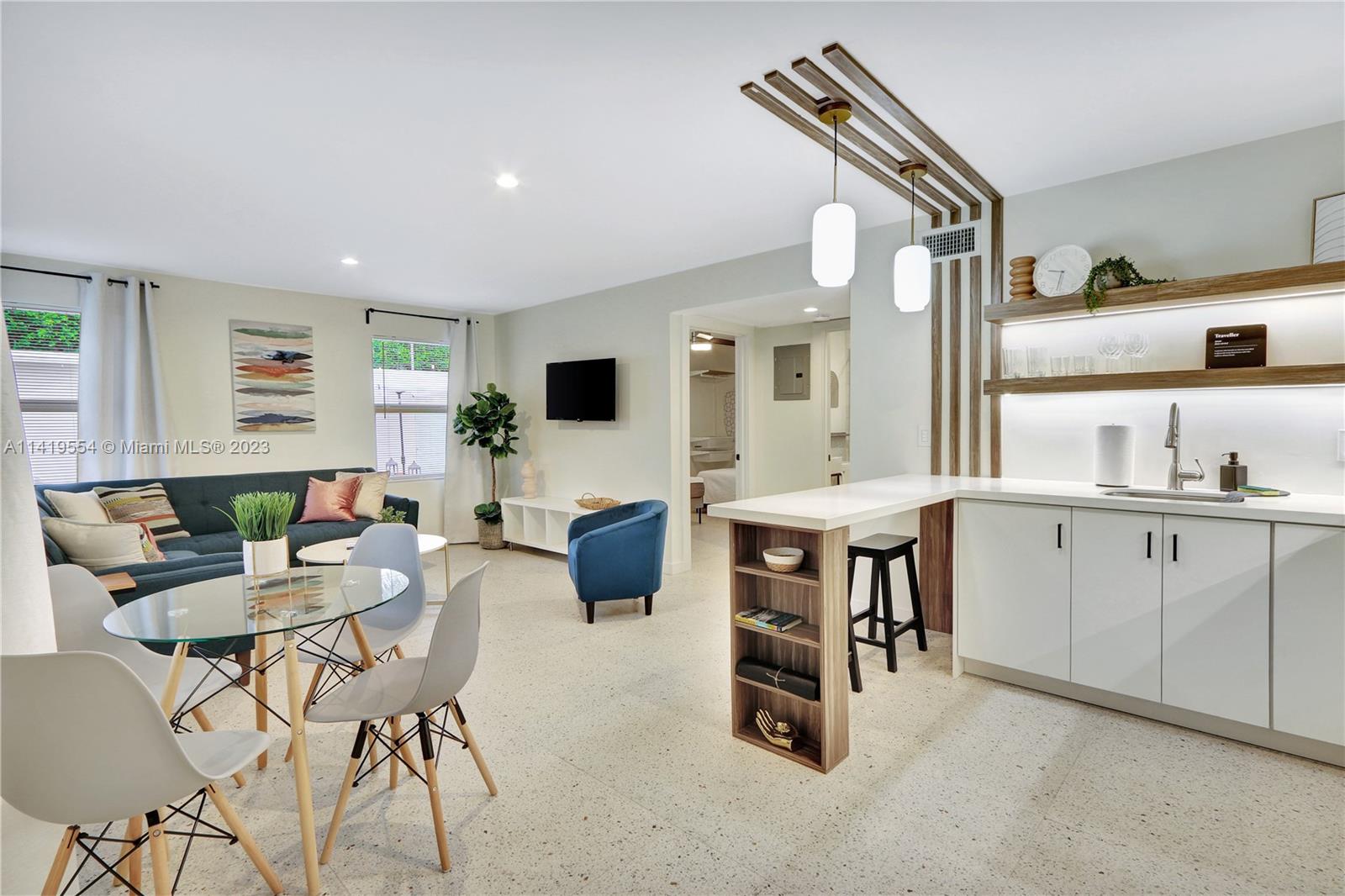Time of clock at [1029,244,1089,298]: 9:32
